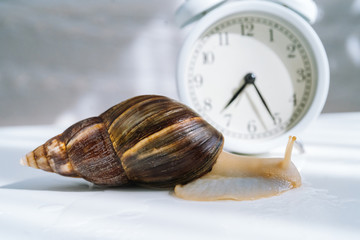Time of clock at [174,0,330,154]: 7:25
